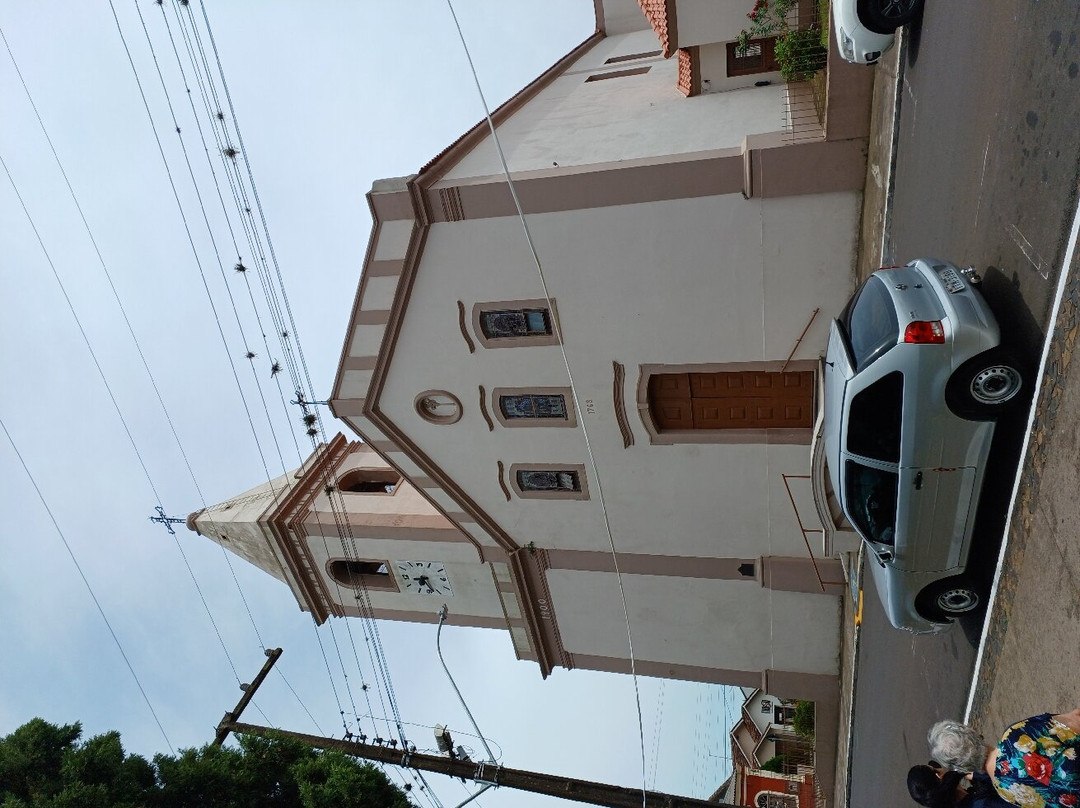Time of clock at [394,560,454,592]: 8:27
